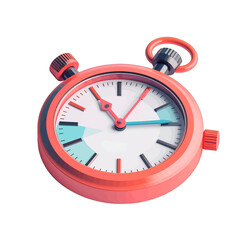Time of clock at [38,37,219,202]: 2:54
